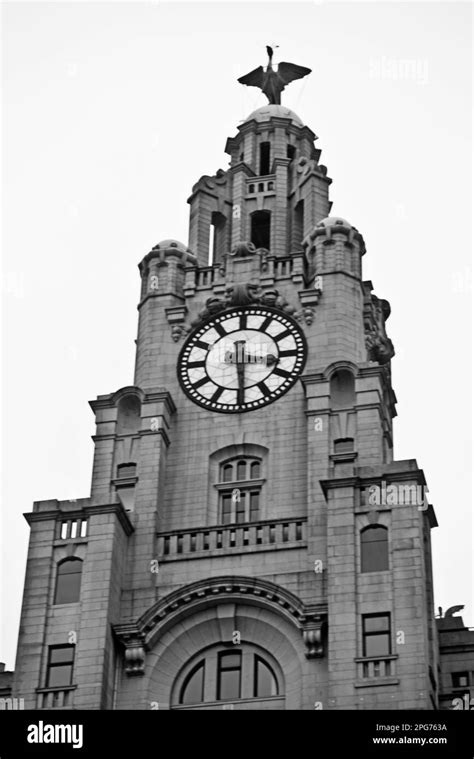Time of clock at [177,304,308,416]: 3:29
